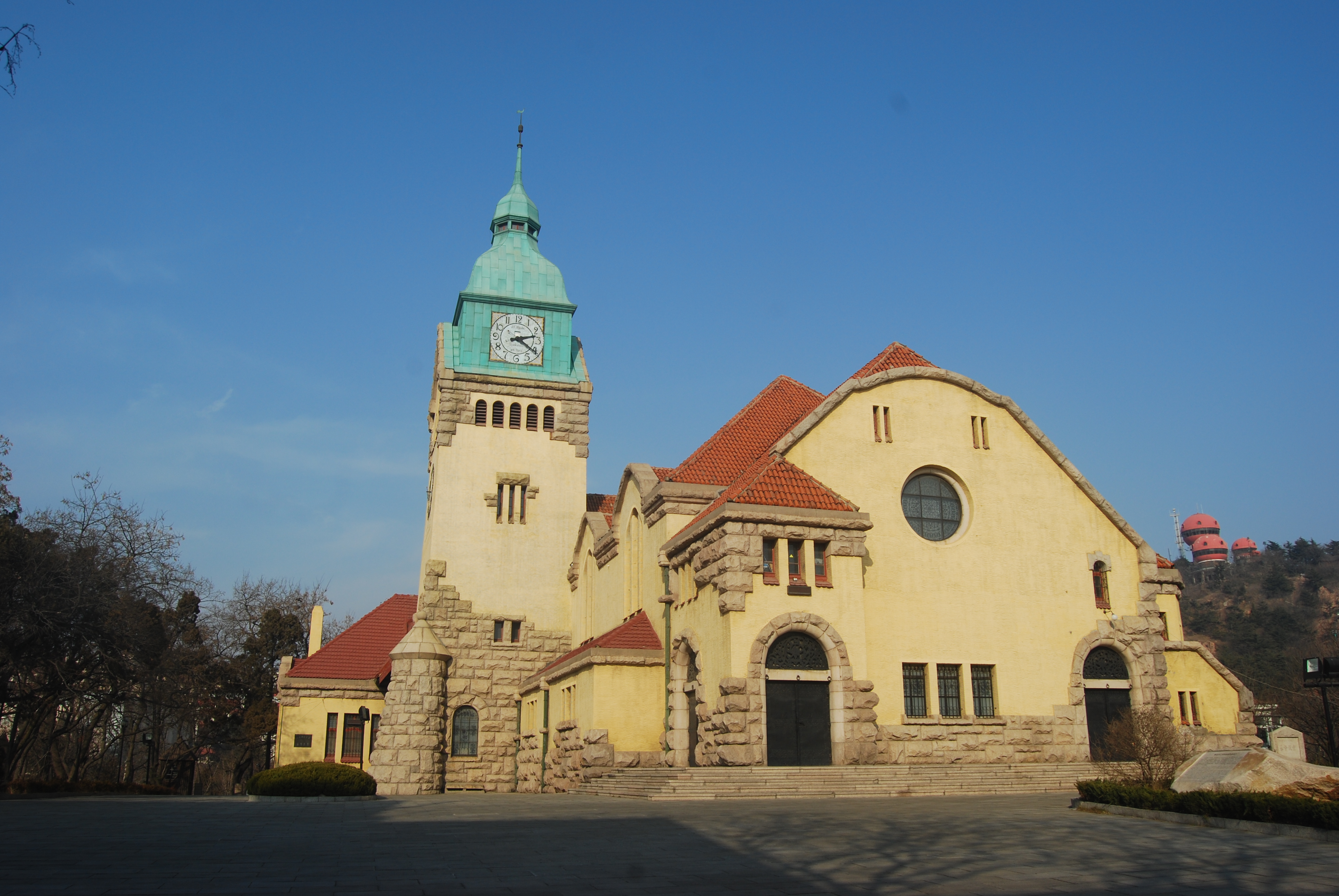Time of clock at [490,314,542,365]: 4:12
